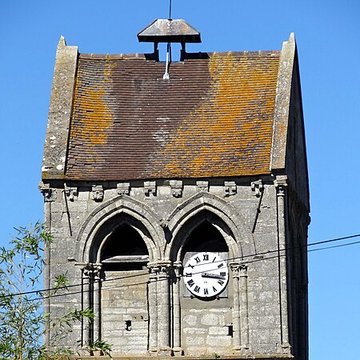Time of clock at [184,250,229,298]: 3:17
